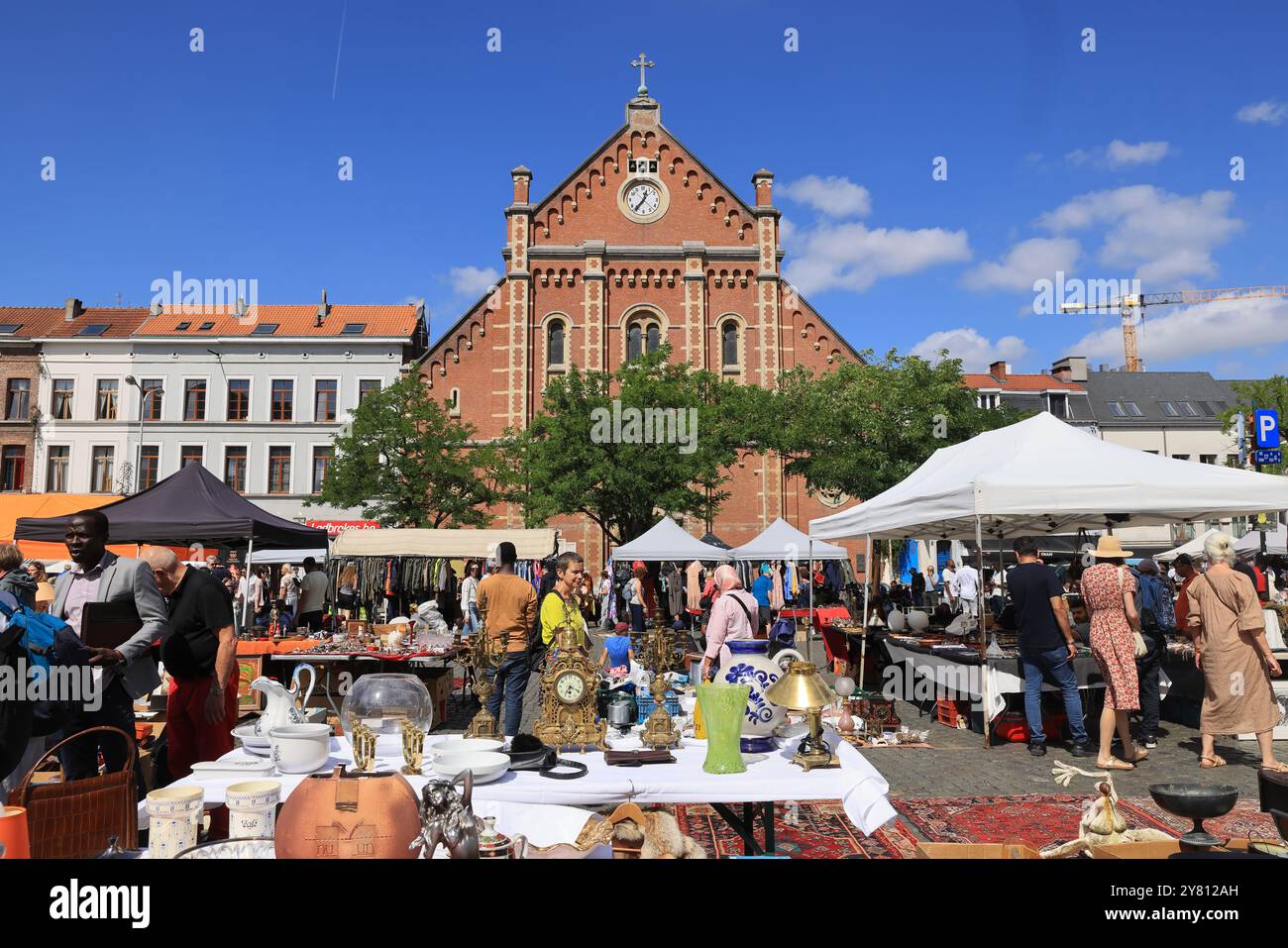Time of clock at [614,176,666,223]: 12:36
